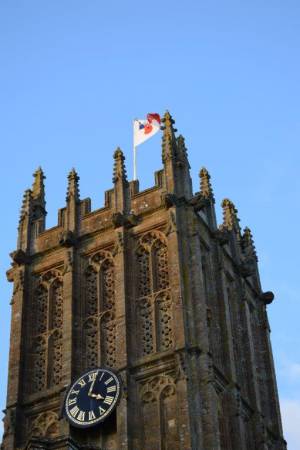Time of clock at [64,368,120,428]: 4:02
